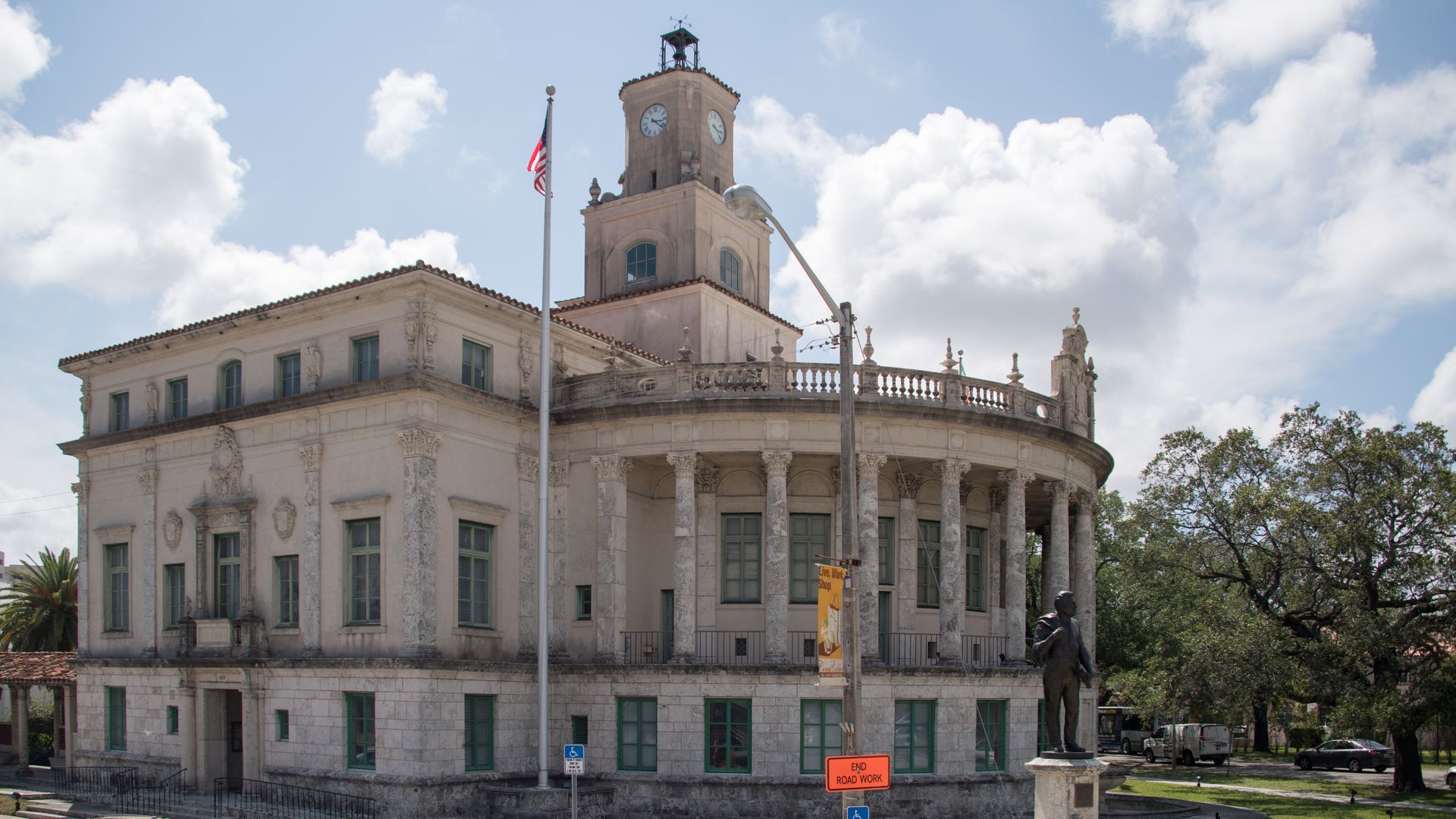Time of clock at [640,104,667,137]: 3:21
